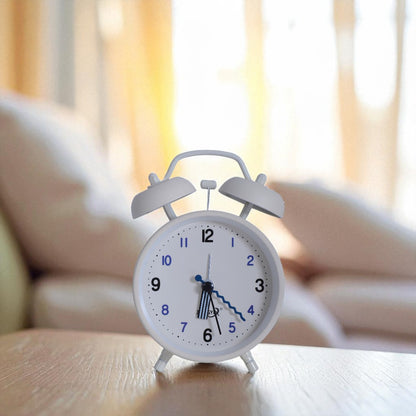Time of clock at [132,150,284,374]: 6:27
